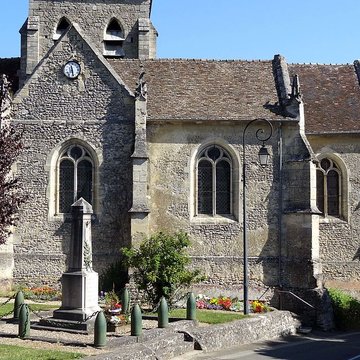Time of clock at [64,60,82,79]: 11:28
